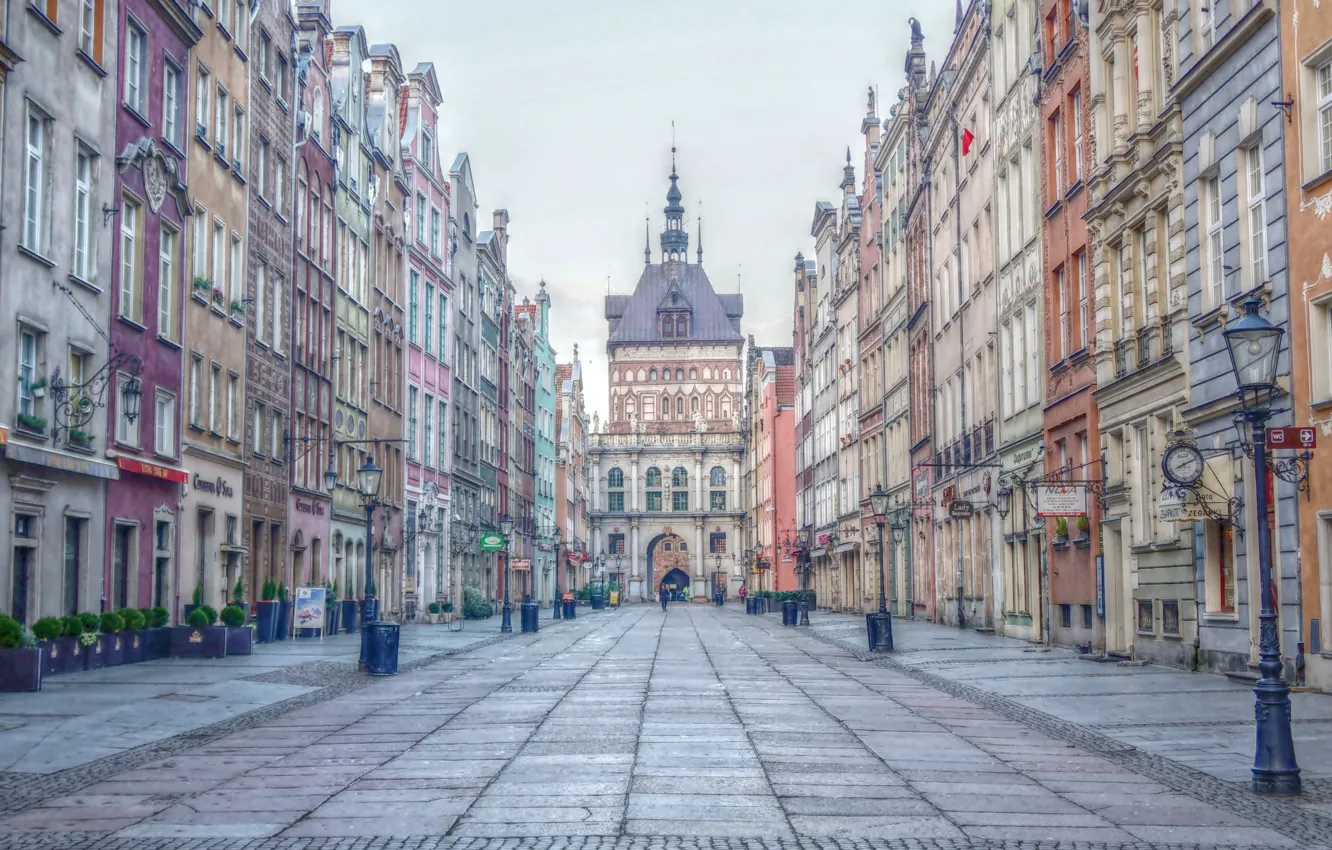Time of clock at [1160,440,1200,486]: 8:11
